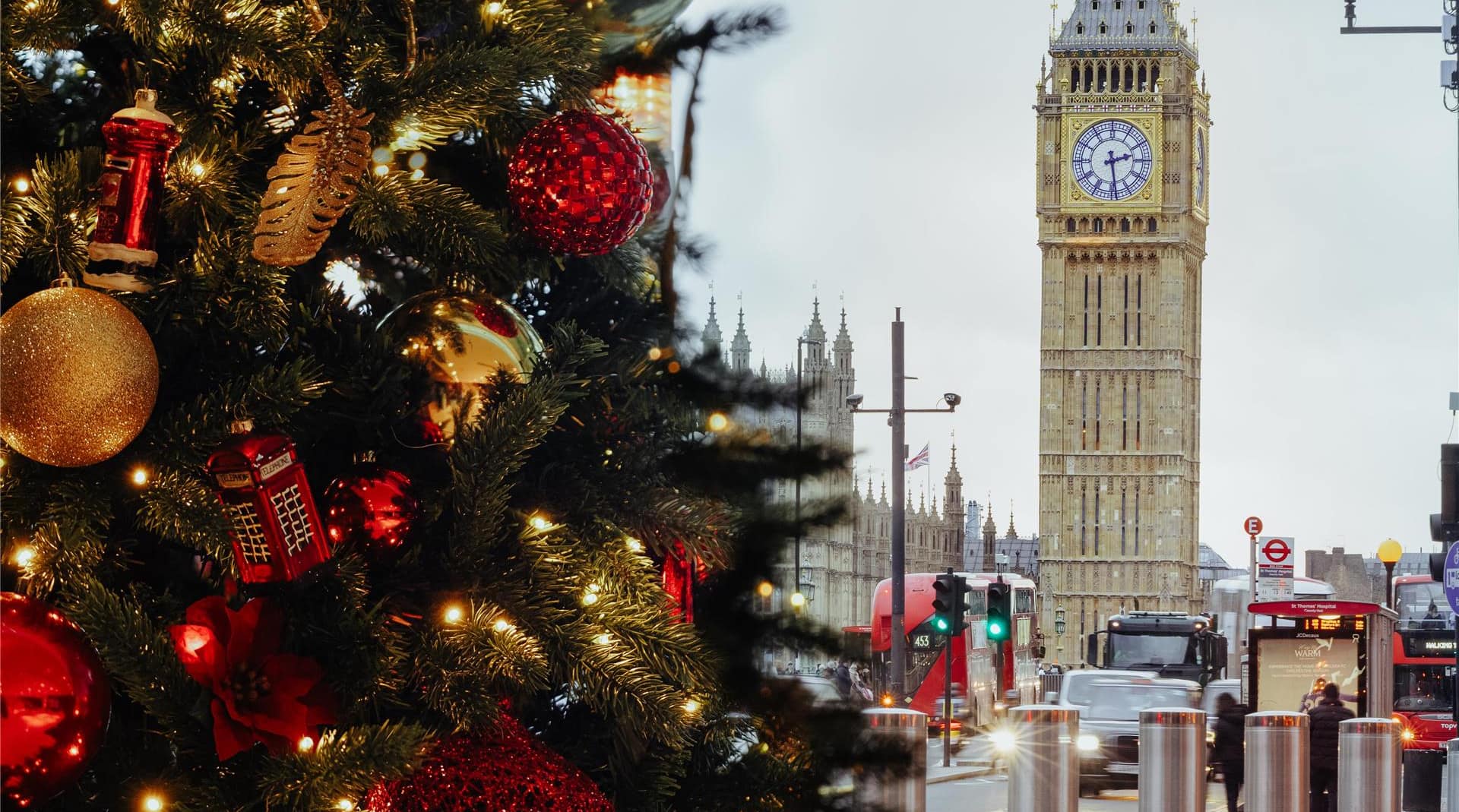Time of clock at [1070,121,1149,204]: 2:28
